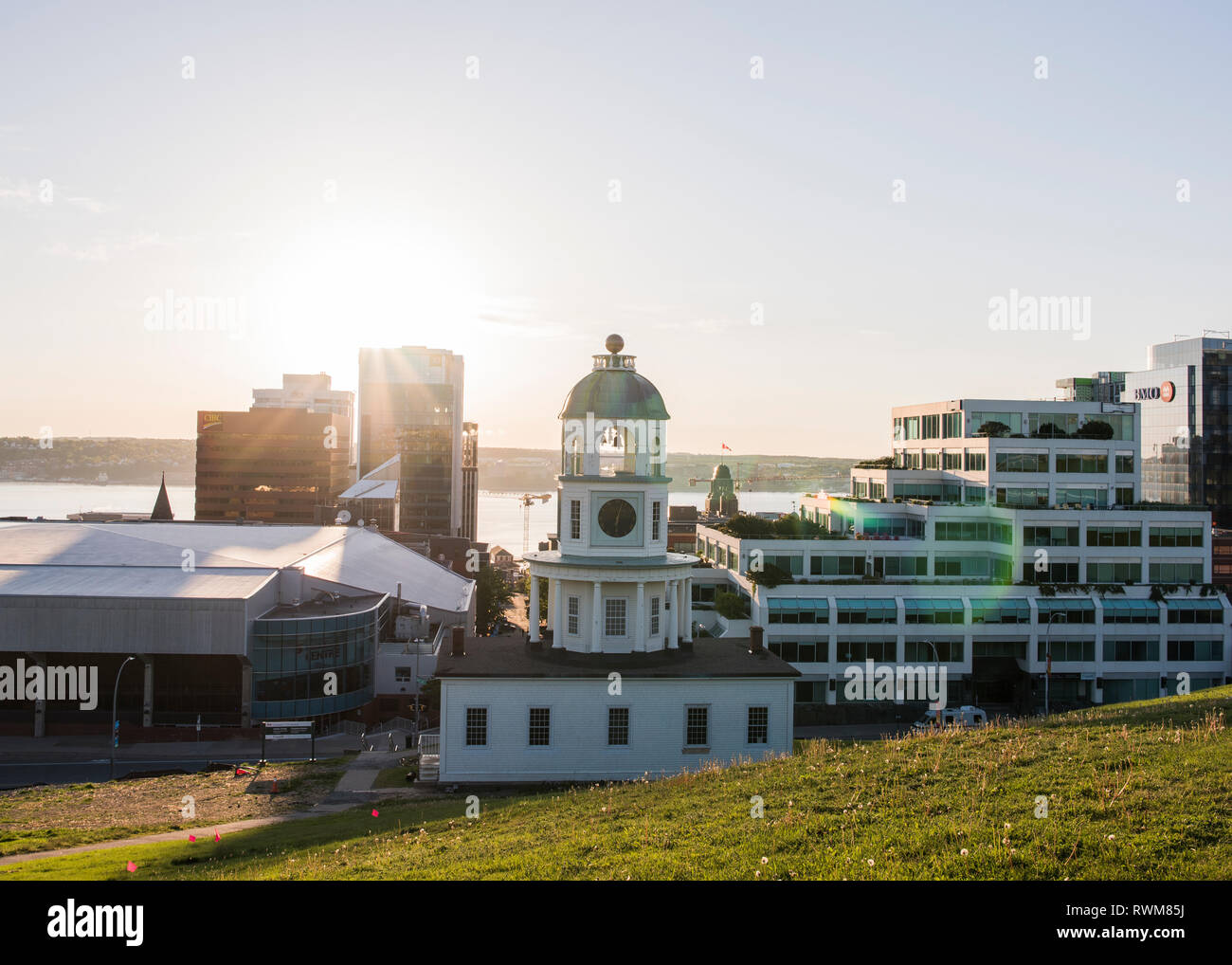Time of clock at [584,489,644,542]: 6:03
